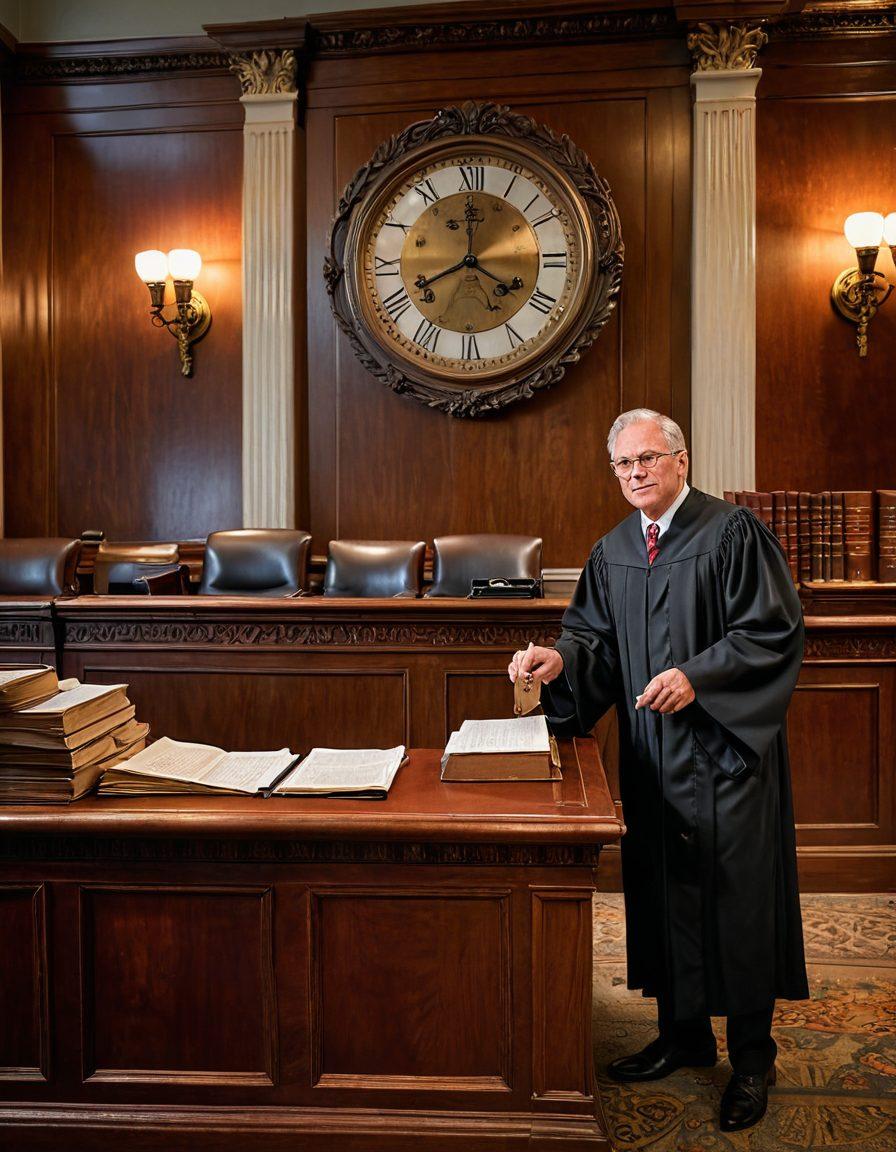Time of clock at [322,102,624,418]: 4:00
